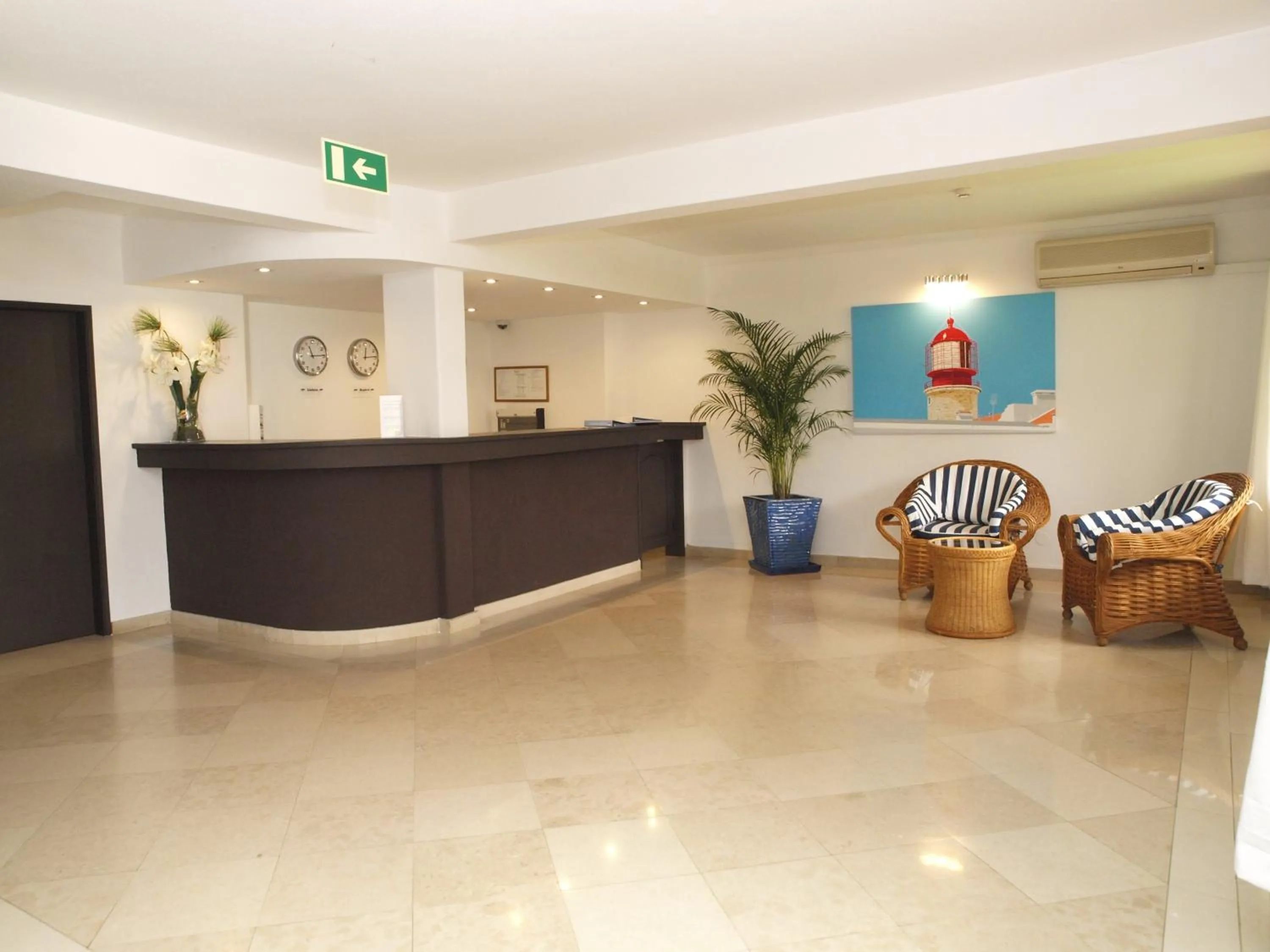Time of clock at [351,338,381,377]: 12:14
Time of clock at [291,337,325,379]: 11:14
